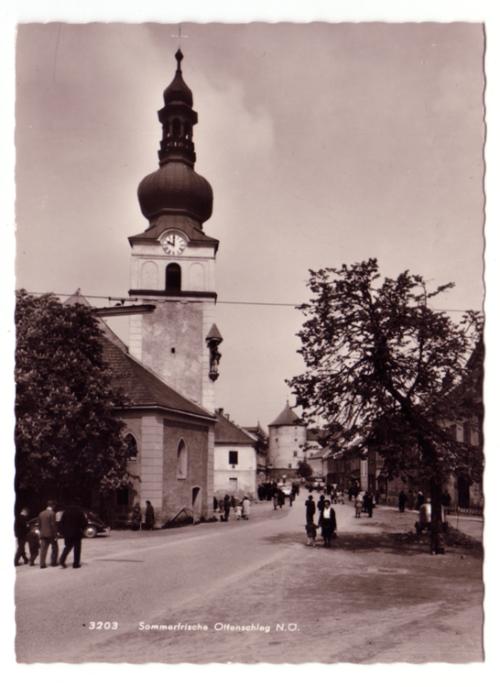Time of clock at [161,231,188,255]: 10:00
